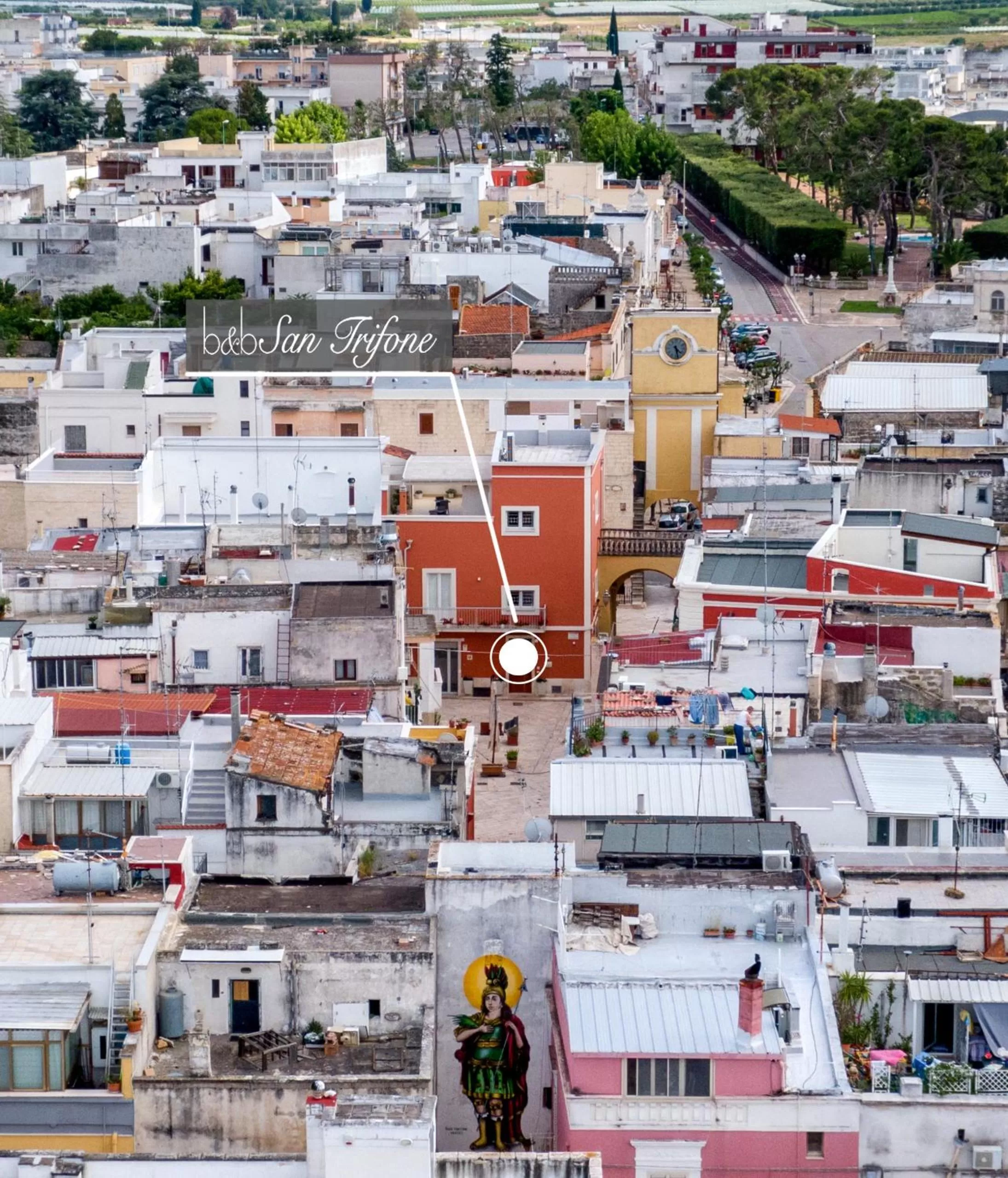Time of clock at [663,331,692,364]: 4:28
